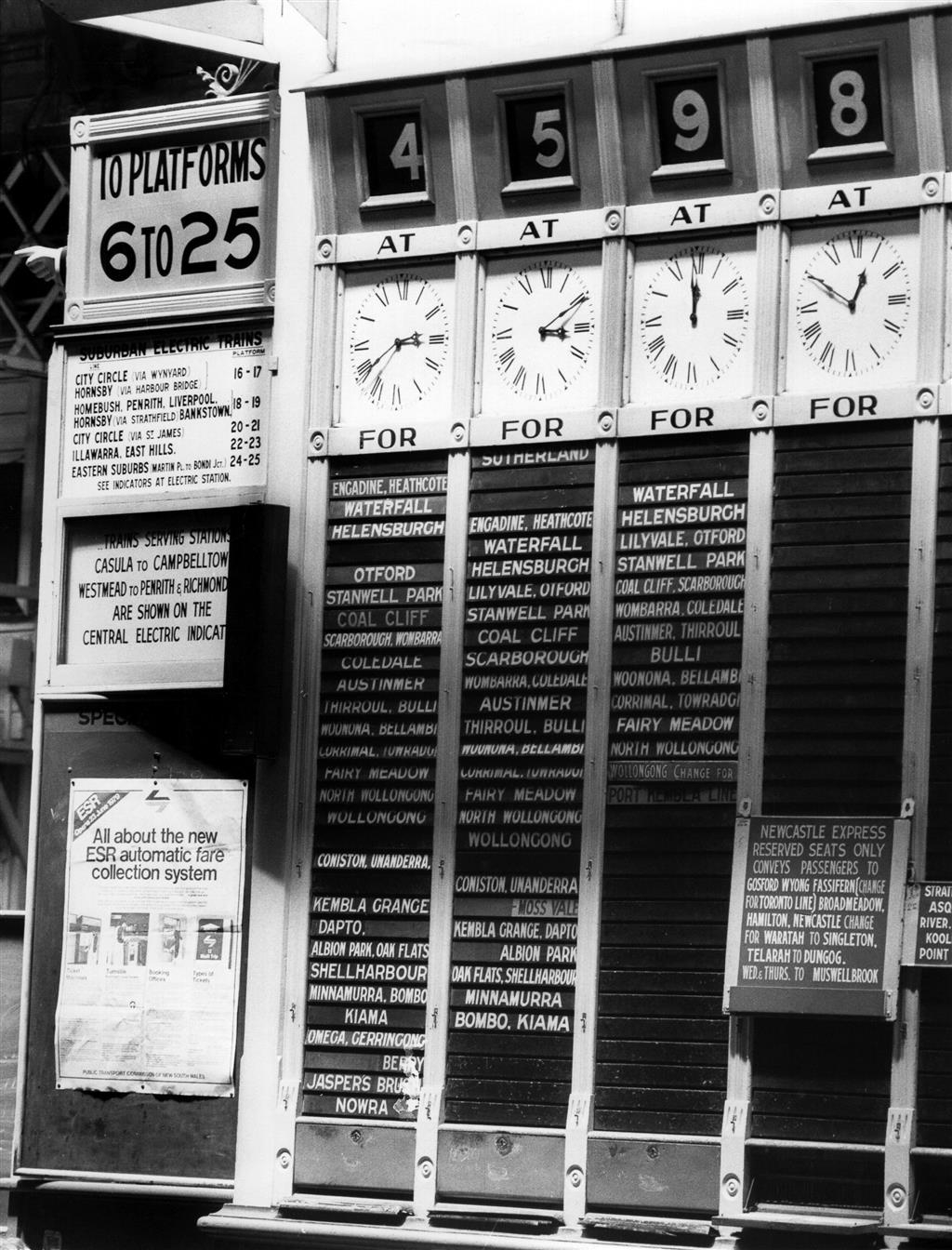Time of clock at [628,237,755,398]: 11:58
